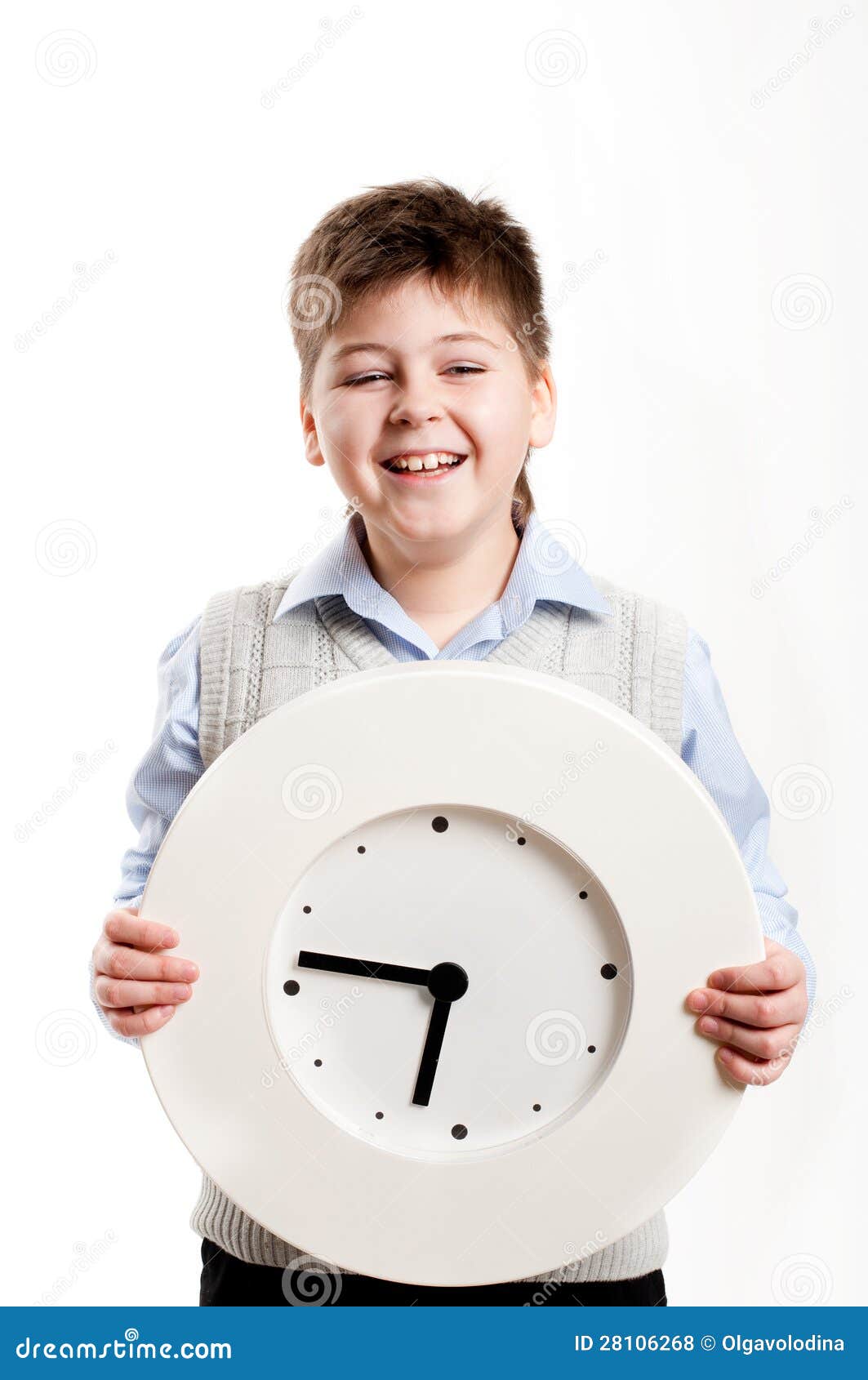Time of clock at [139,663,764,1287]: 6:46
